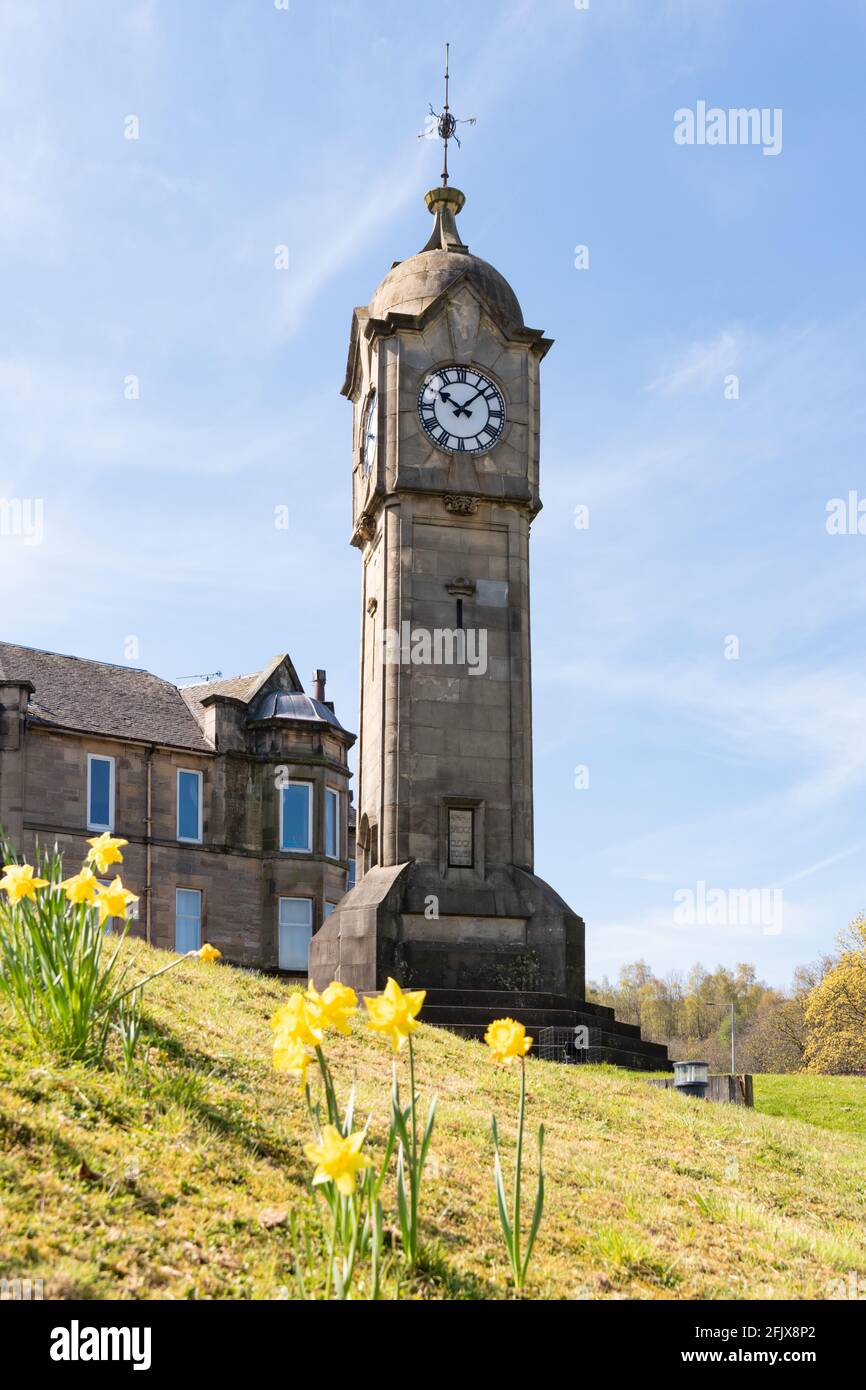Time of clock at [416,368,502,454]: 10:07
